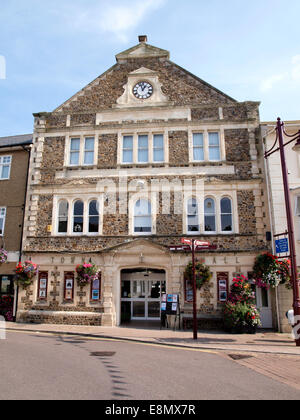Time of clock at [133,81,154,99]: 12:57
